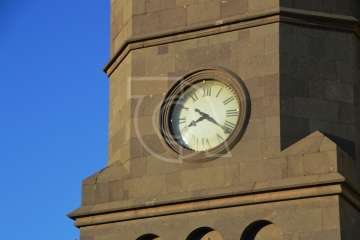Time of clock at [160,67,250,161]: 8:21
